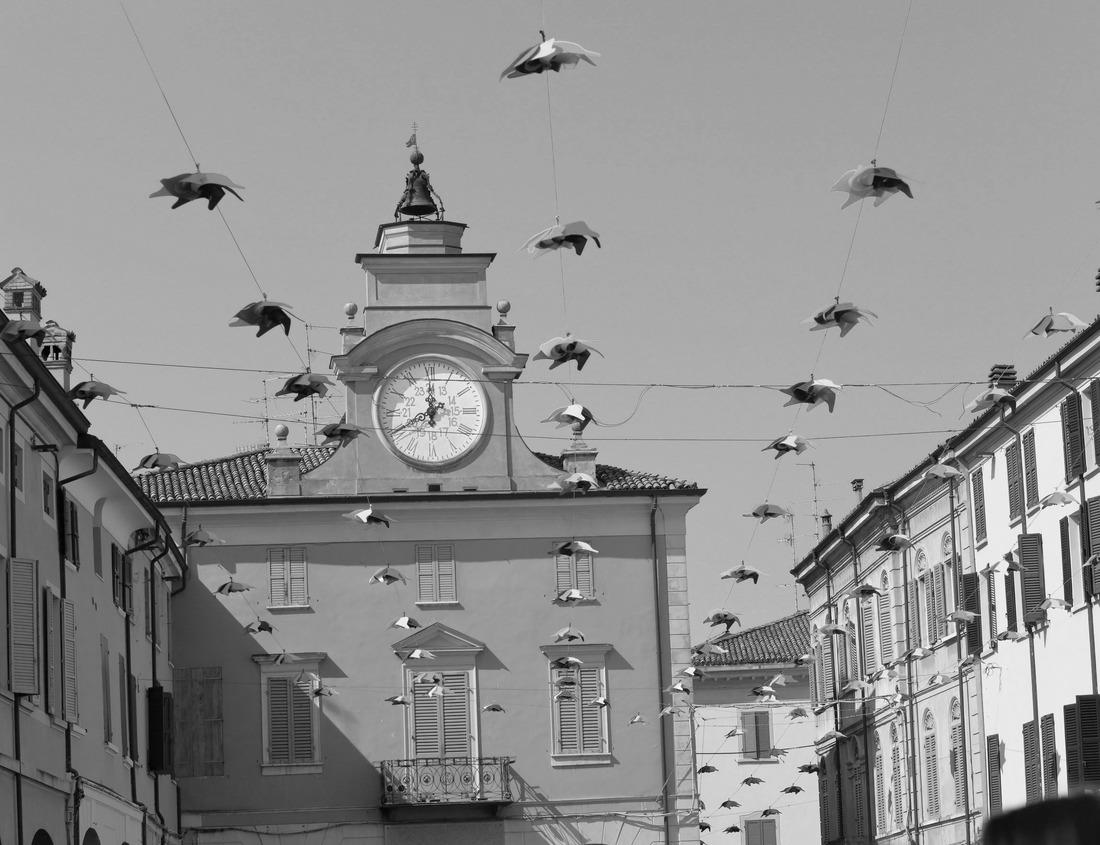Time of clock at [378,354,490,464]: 7:59
